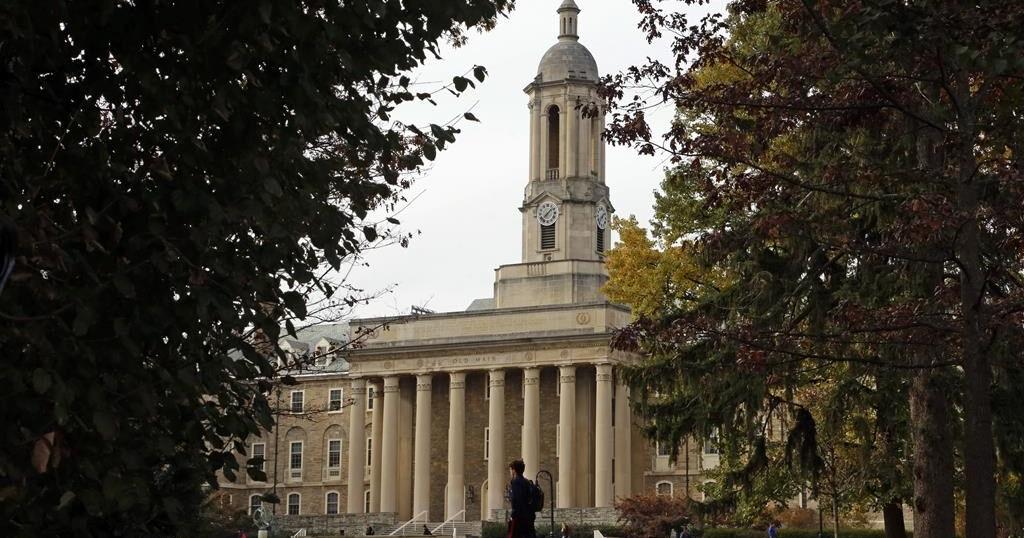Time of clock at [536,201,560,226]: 7:07
